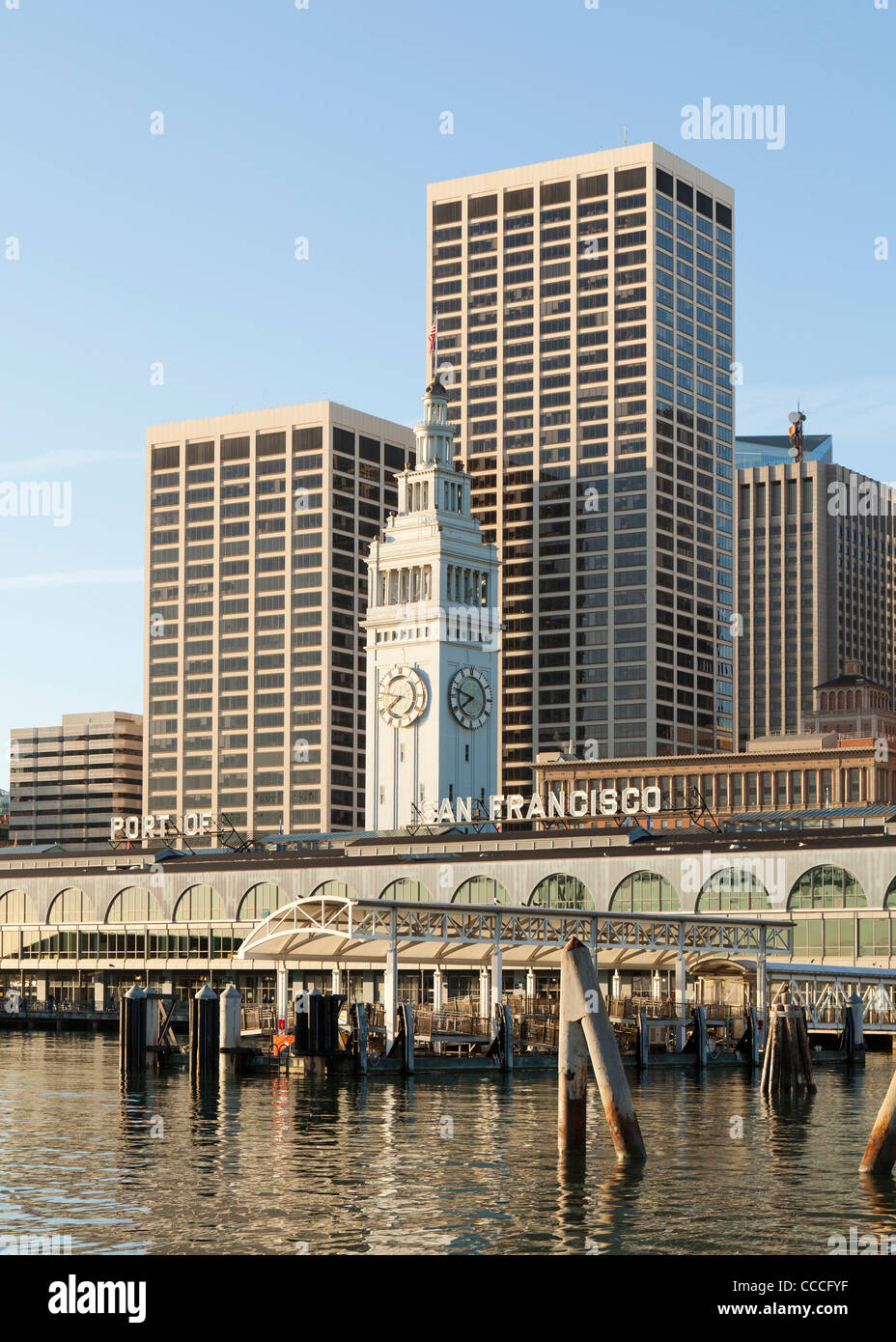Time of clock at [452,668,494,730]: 7:47
